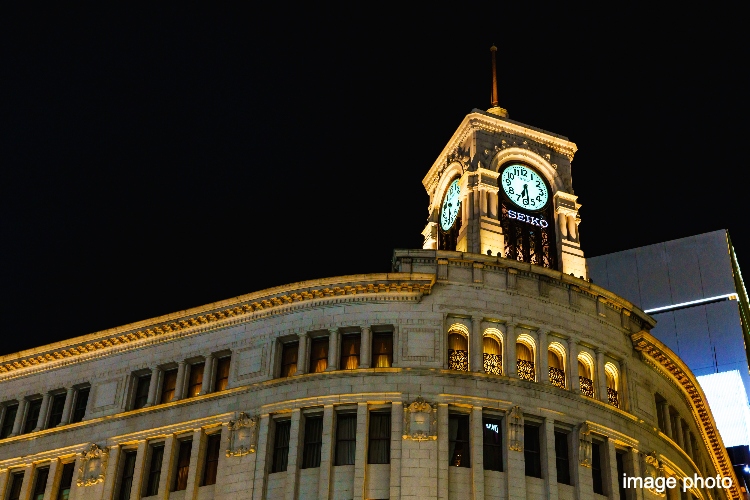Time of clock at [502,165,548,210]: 6:28
